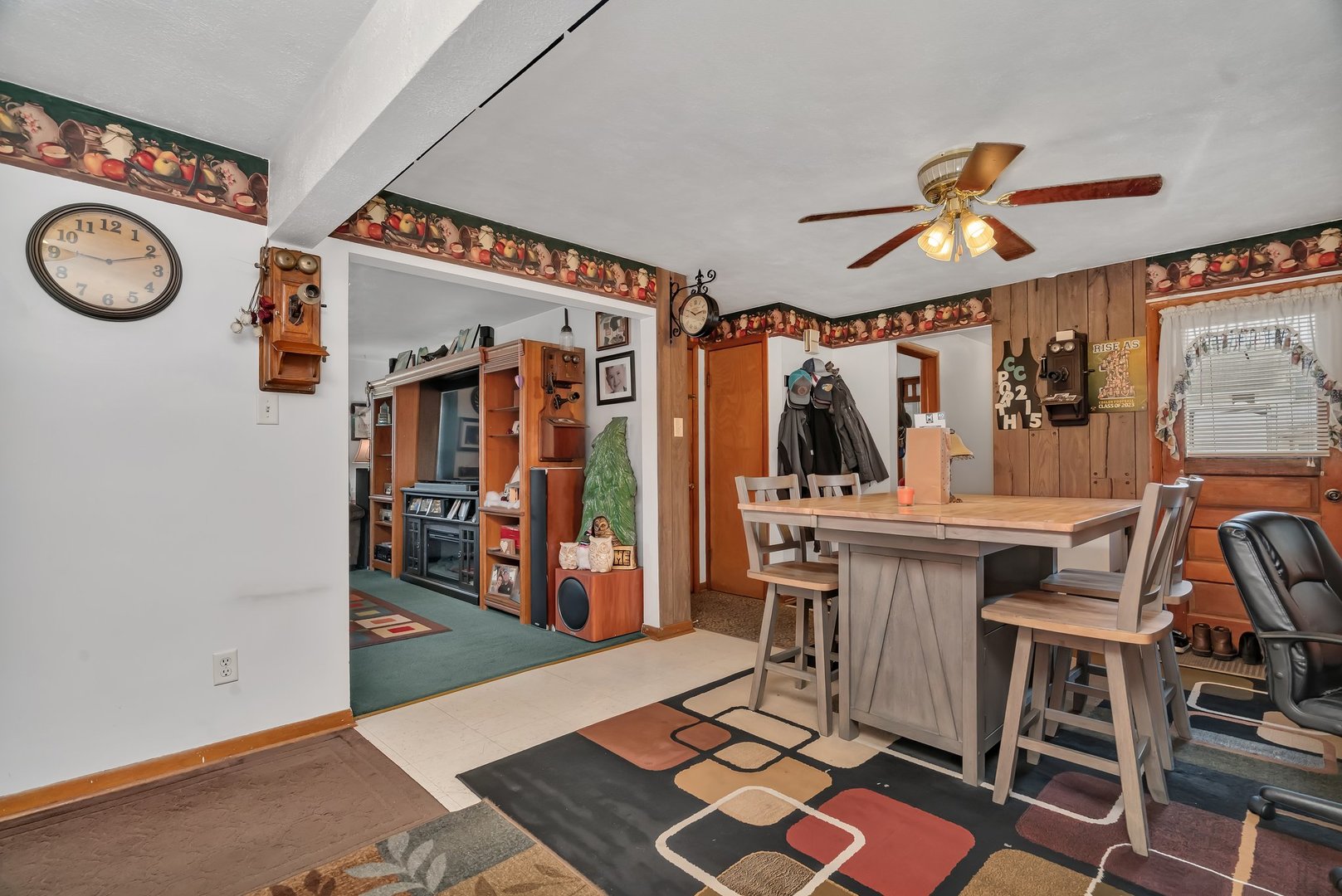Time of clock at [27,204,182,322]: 9:11
